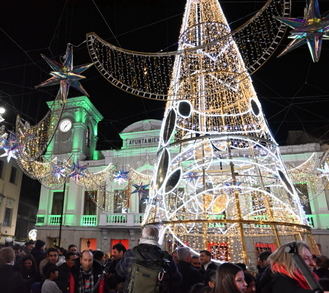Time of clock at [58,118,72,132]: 7:07
